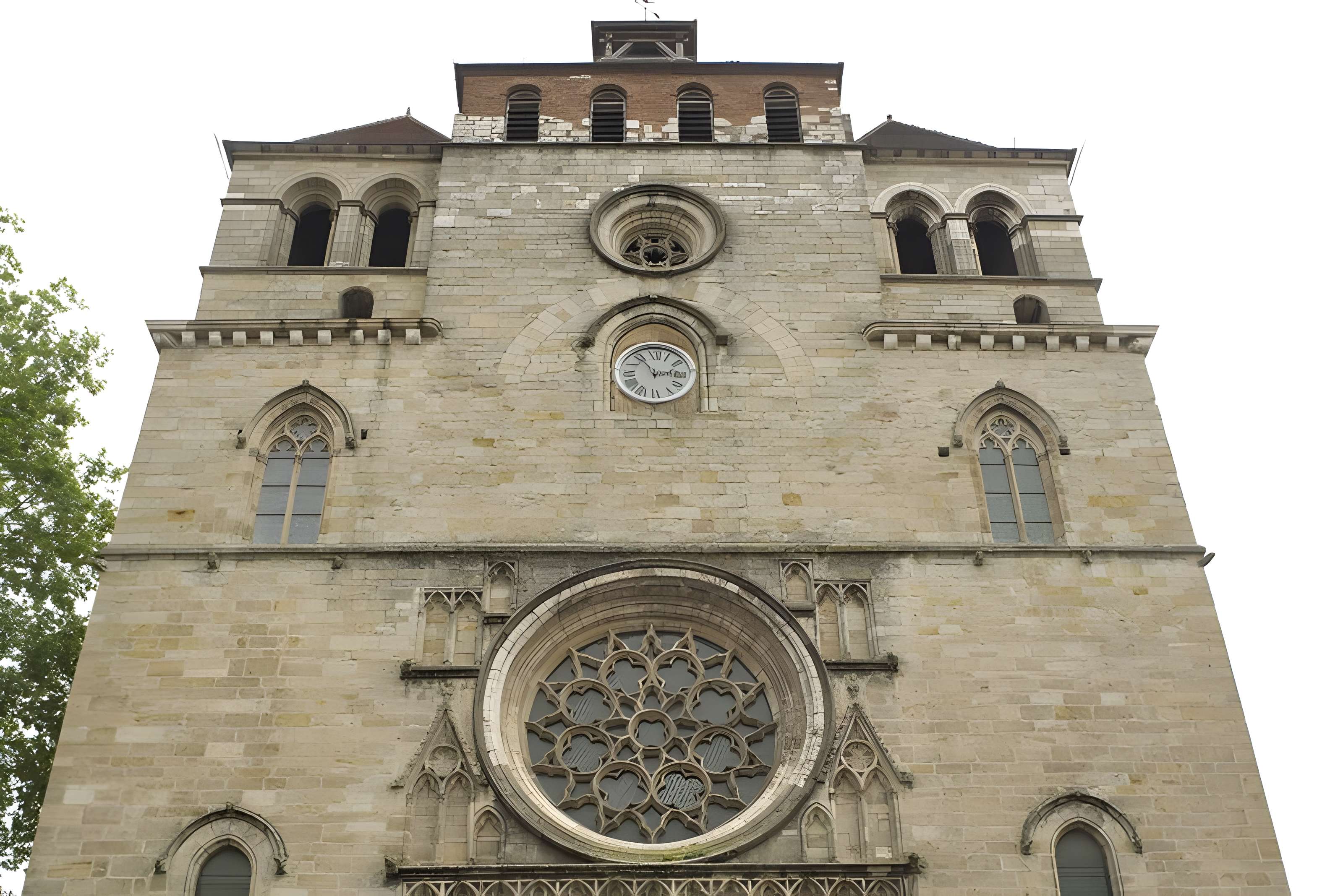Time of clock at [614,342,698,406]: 2:54
